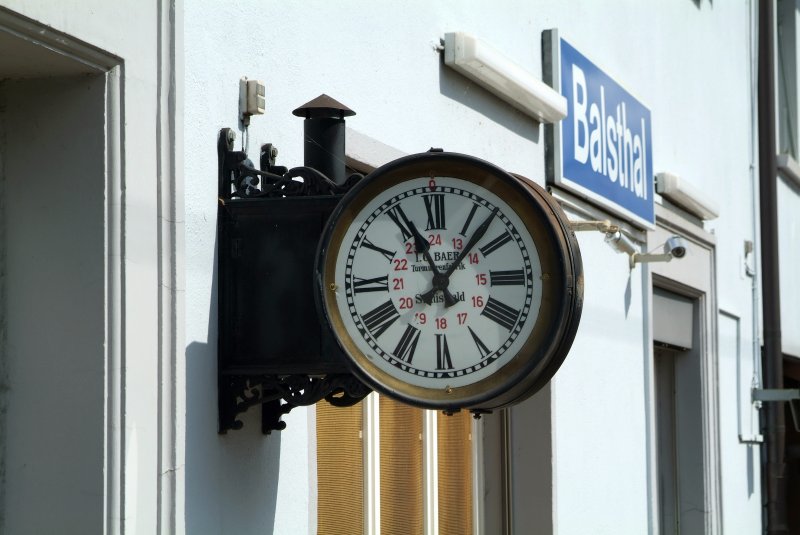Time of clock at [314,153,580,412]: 11:07
